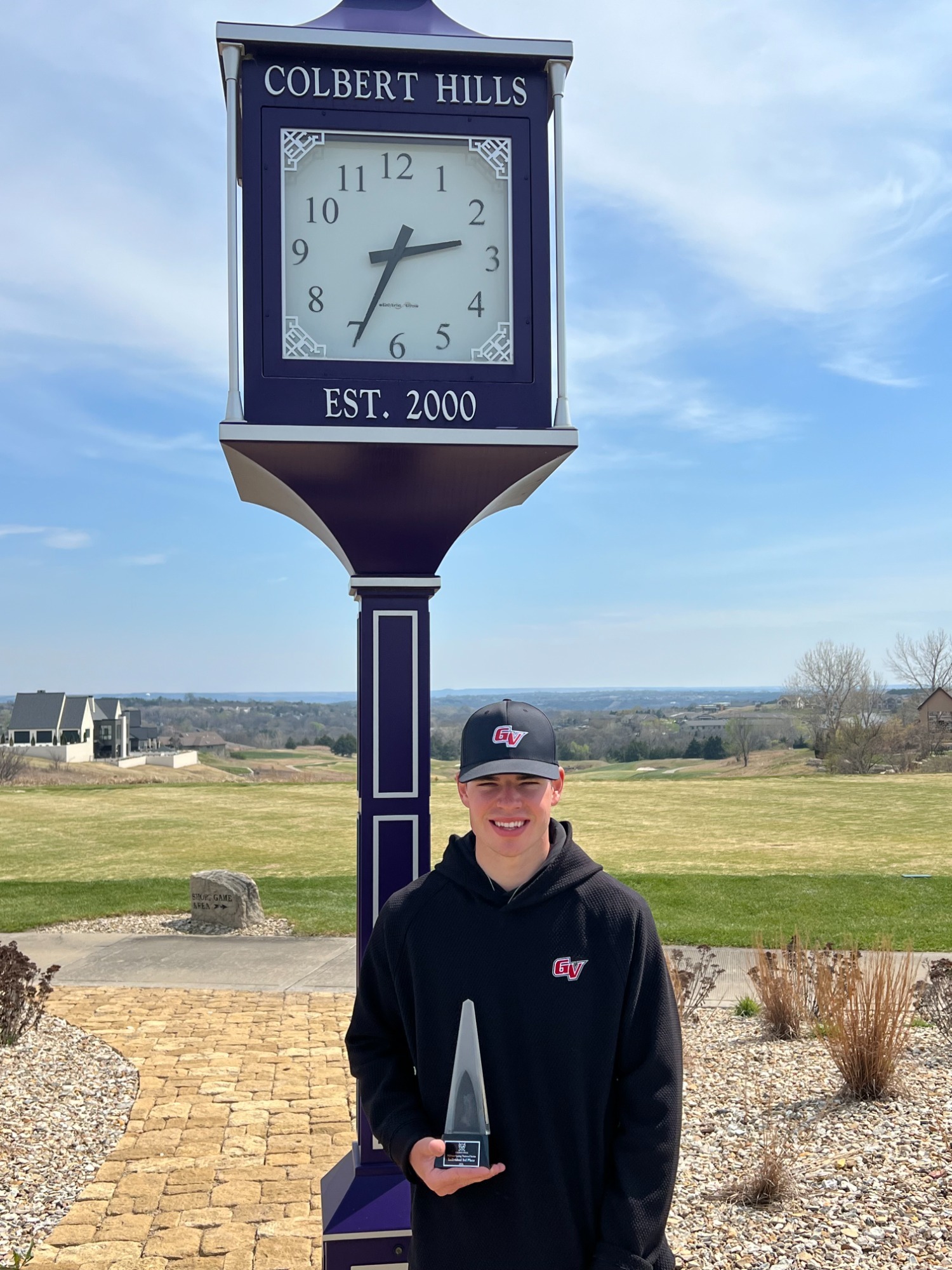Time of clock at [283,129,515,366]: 2:34
